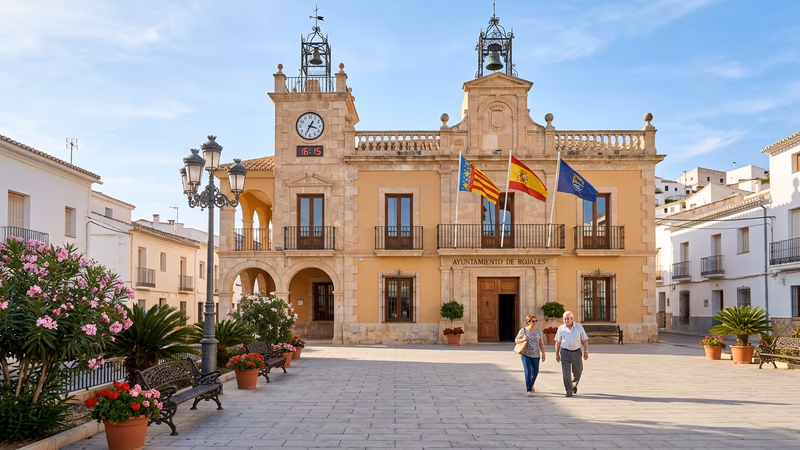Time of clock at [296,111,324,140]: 3:34
